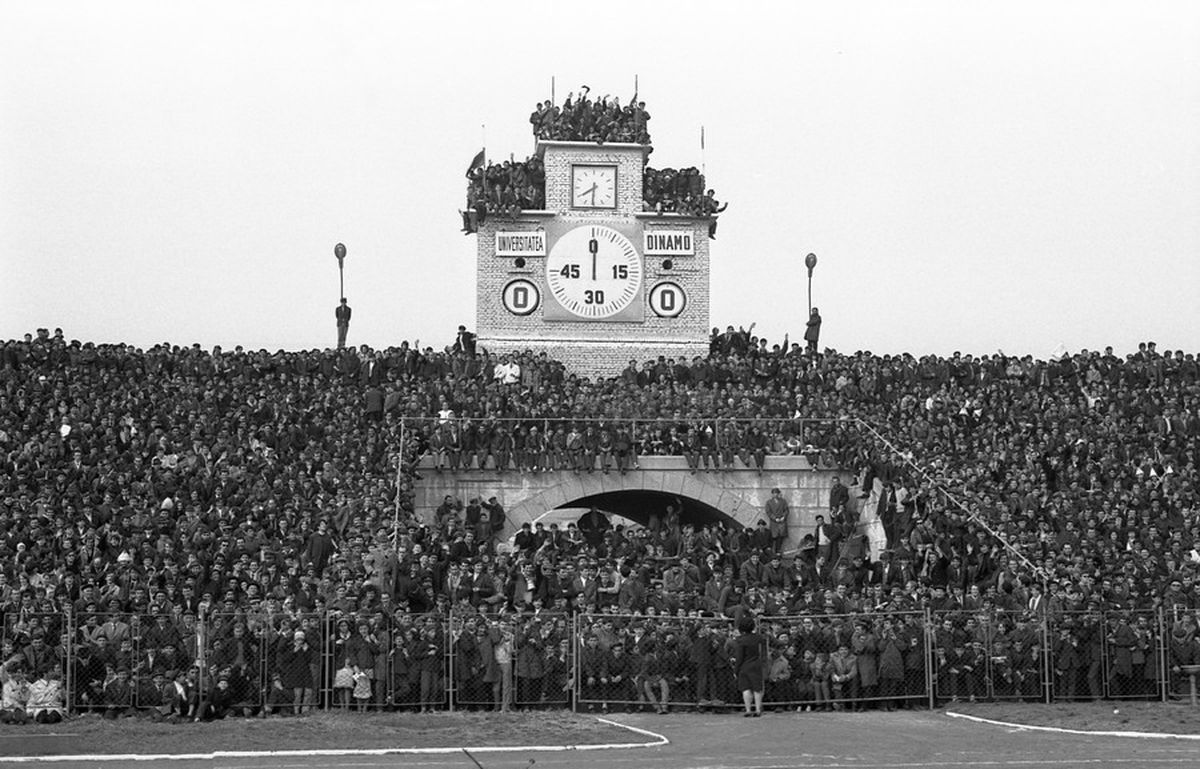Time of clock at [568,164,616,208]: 7:30
